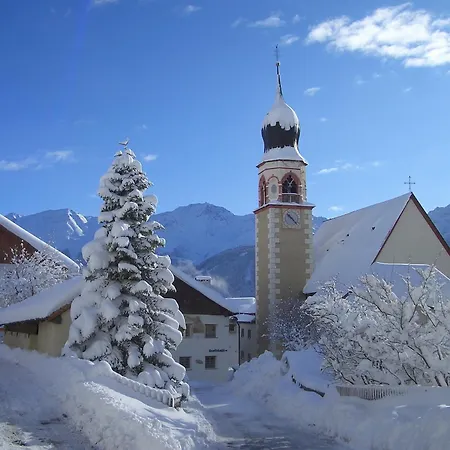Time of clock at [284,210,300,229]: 10:22
